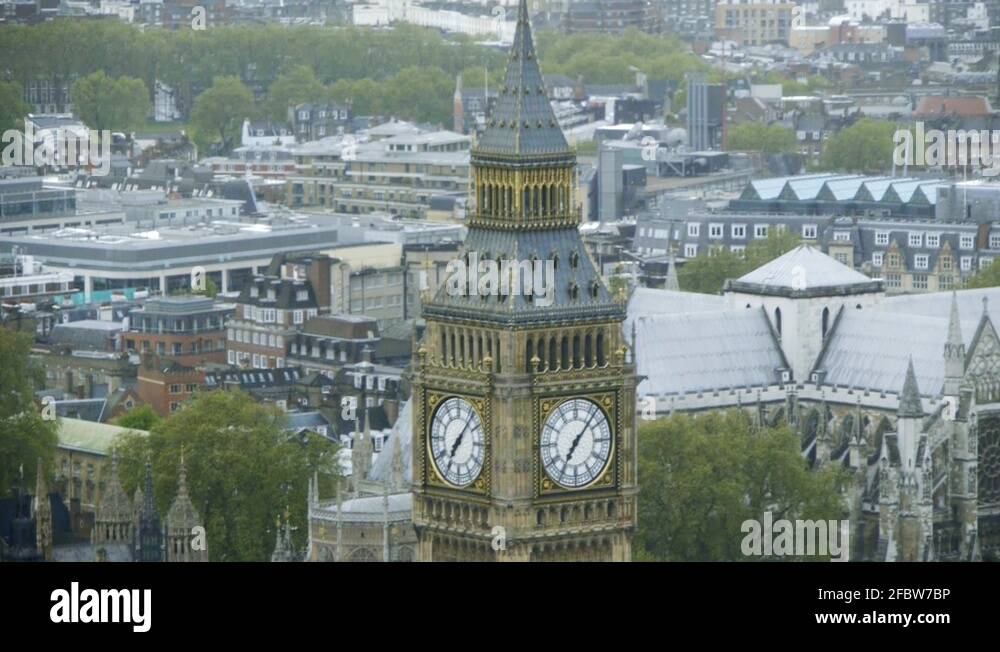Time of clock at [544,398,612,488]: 7:07
